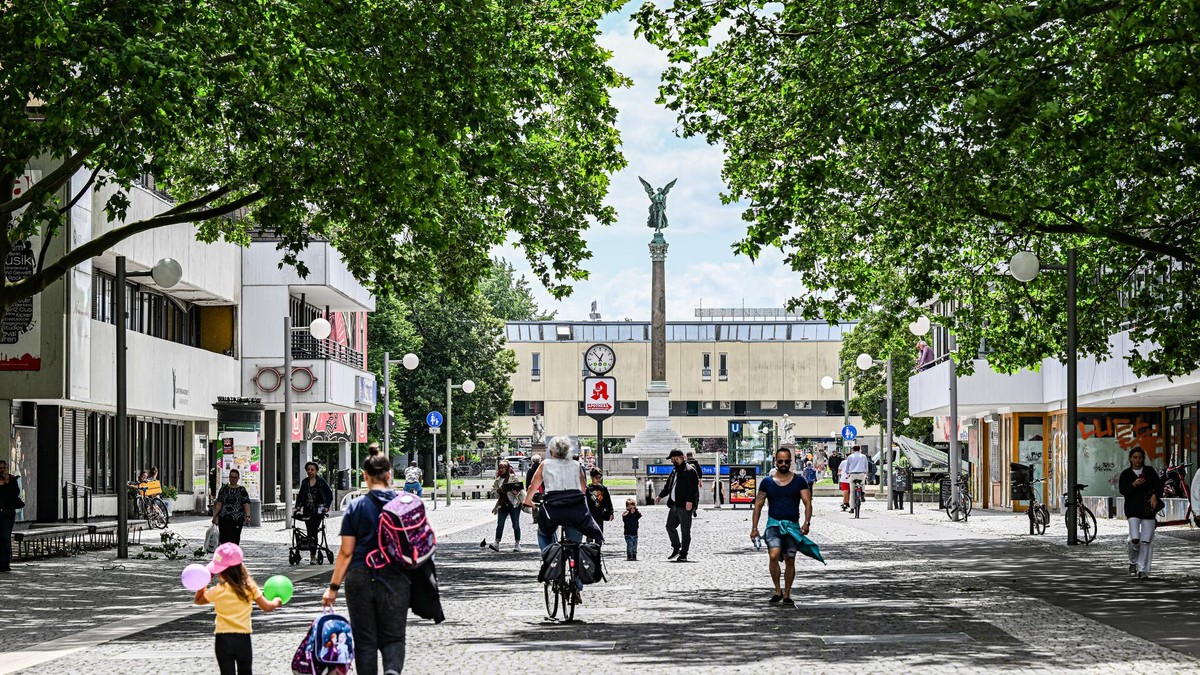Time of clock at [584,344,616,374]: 12:52
